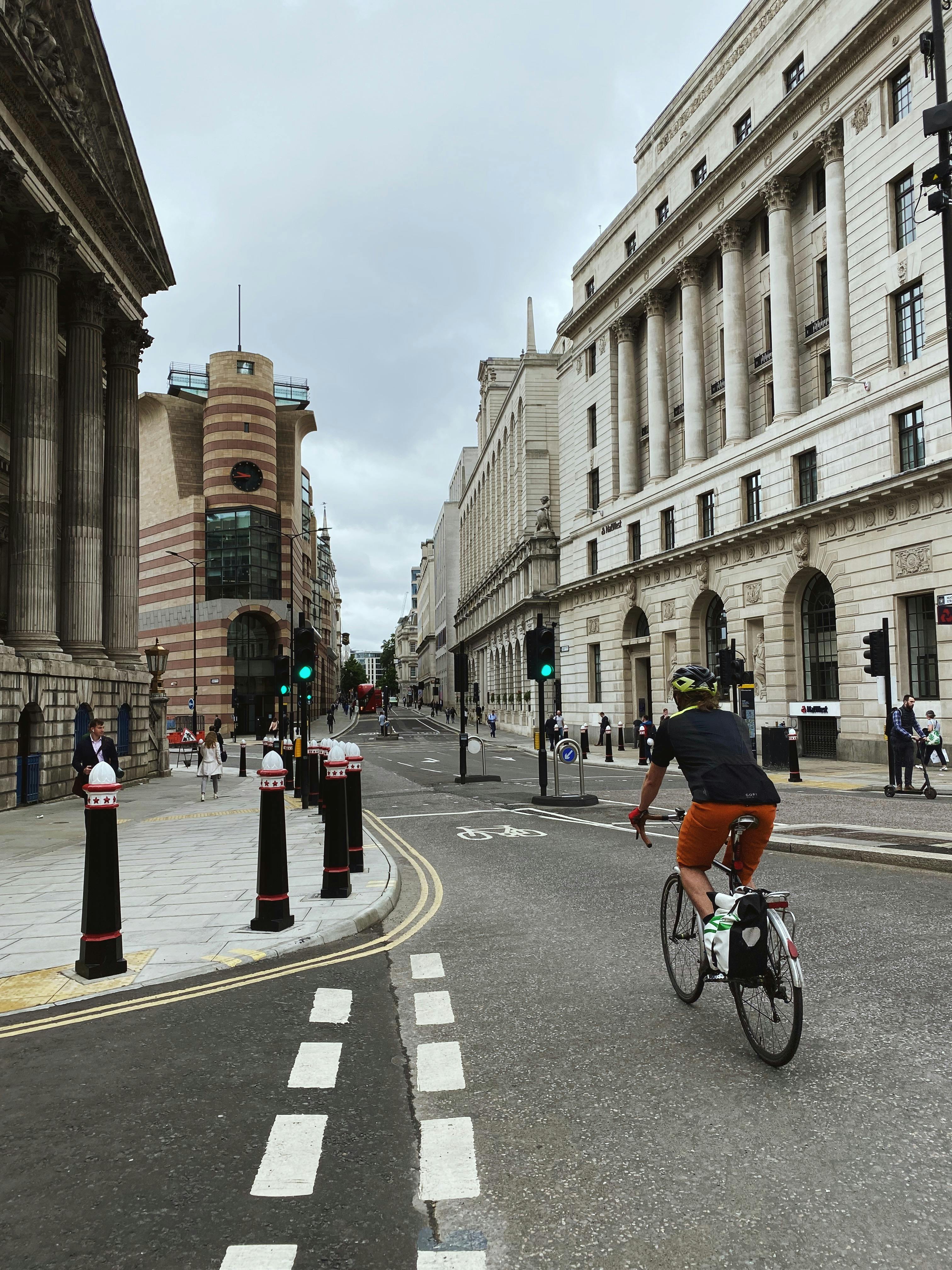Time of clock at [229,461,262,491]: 9:44
